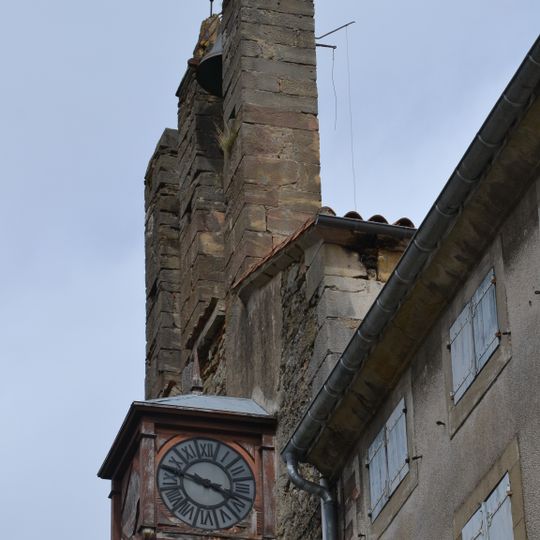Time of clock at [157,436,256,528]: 3:47
